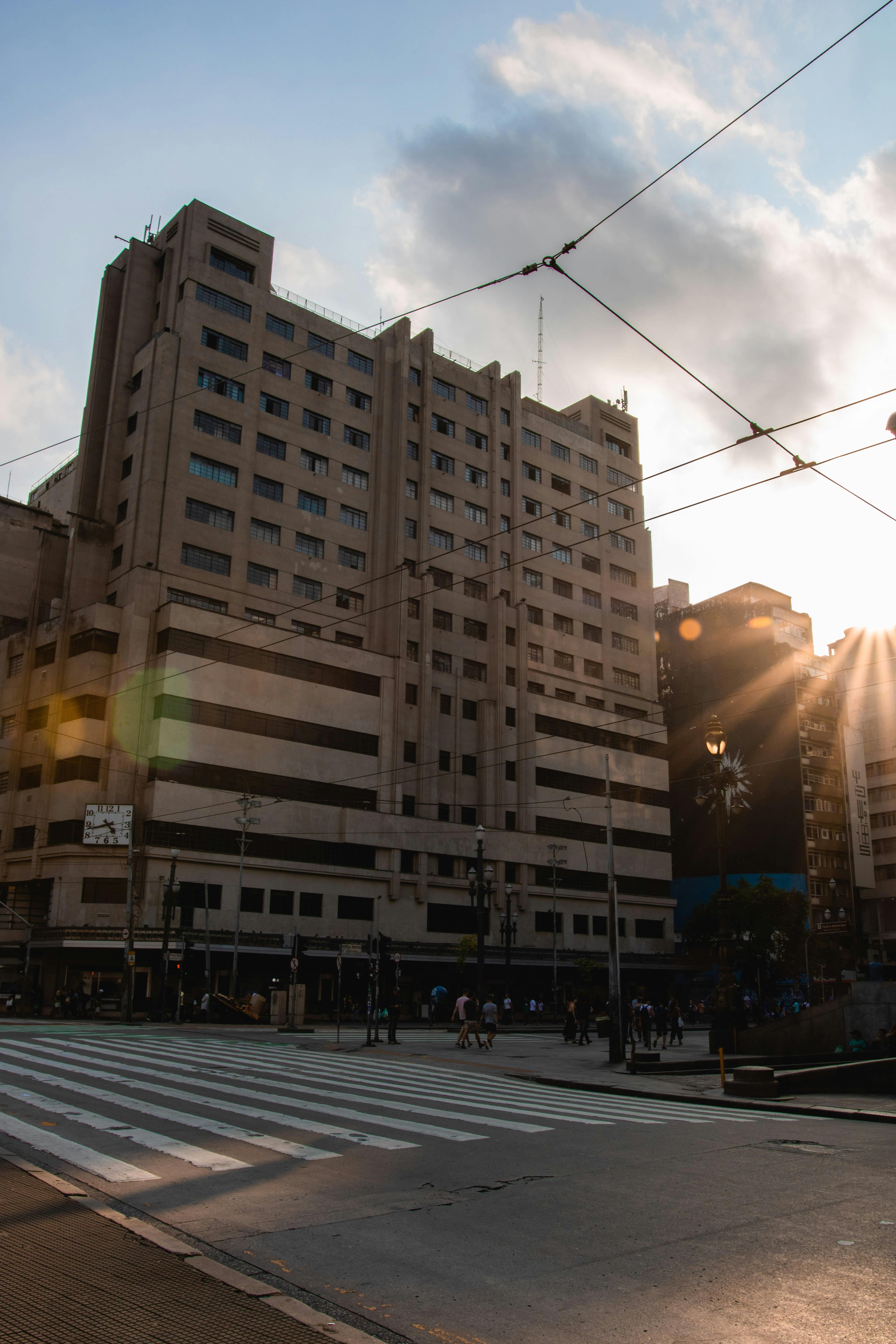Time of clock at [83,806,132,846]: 4:42
